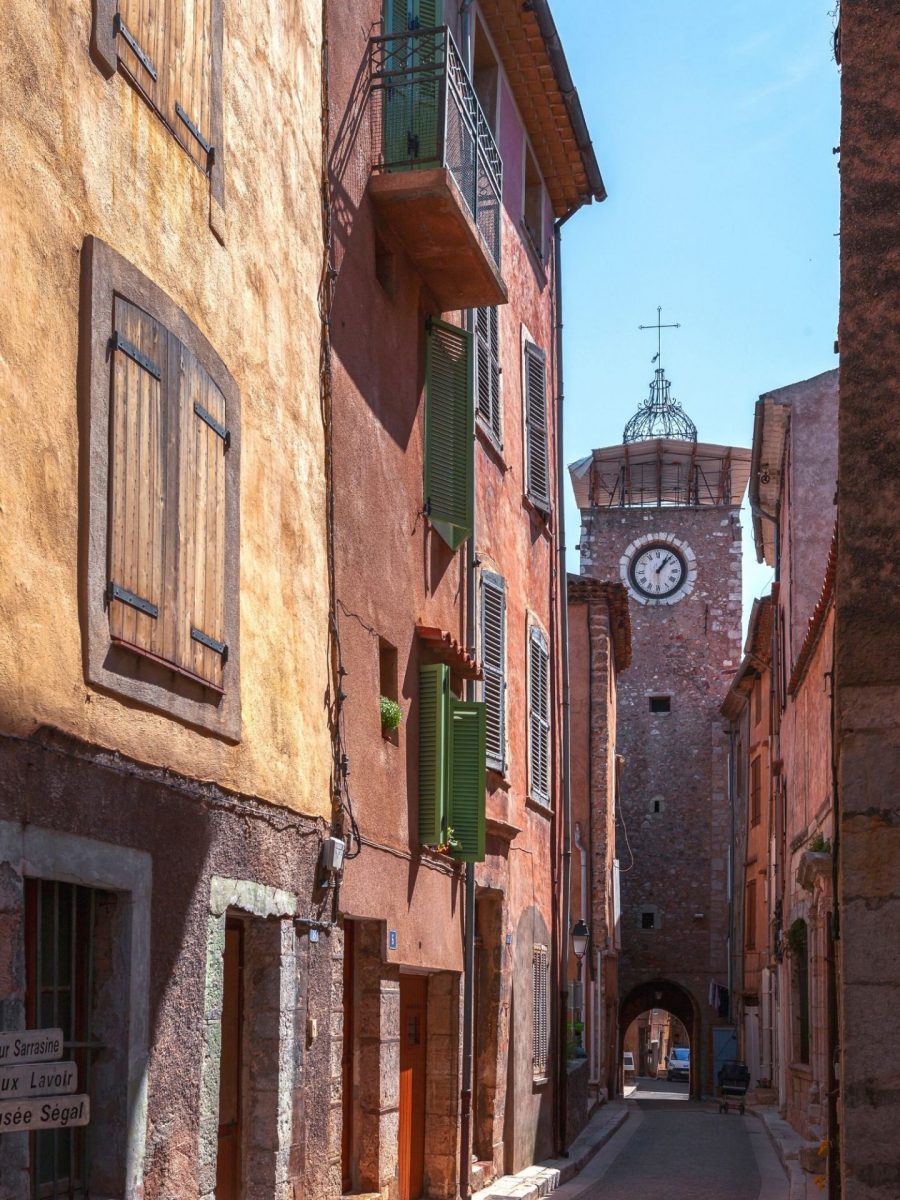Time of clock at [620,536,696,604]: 1:07
